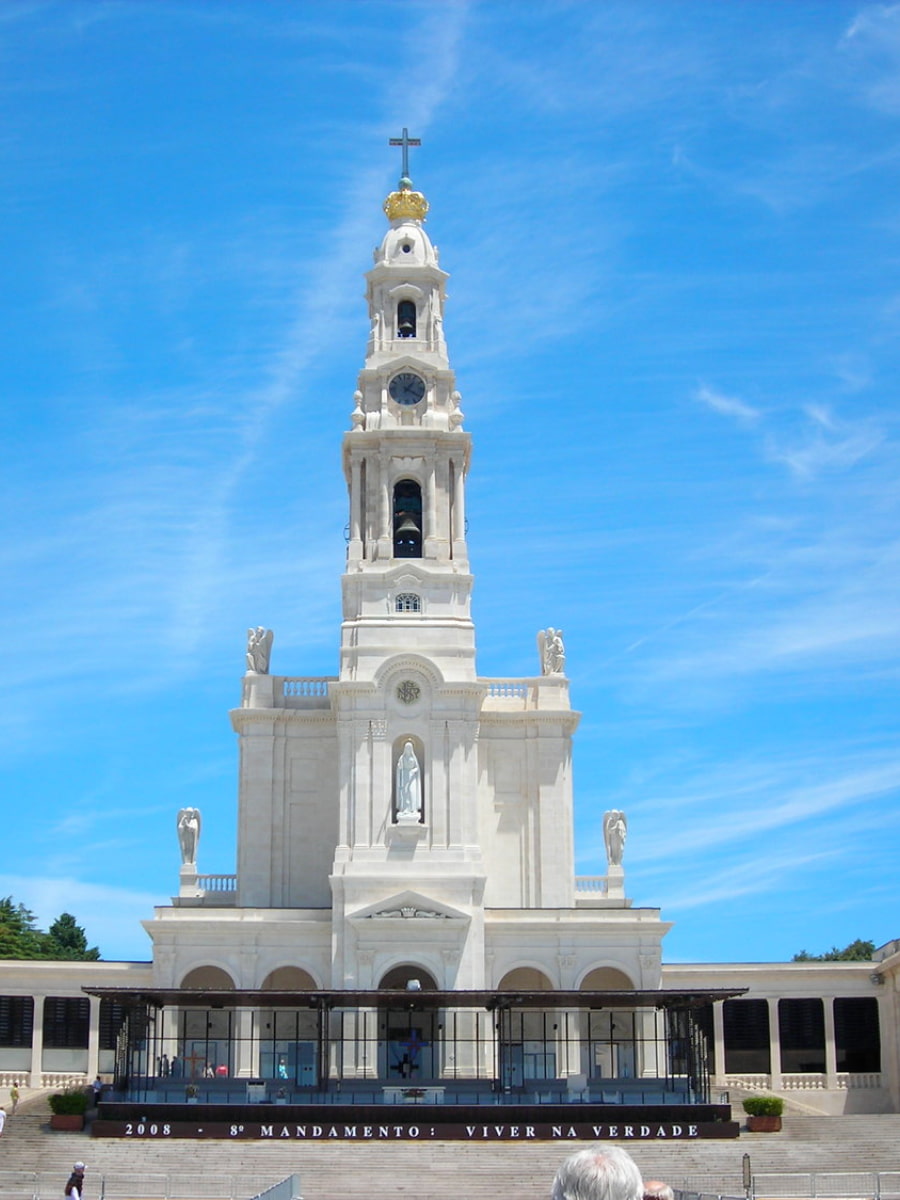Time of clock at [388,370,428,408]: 1:20
